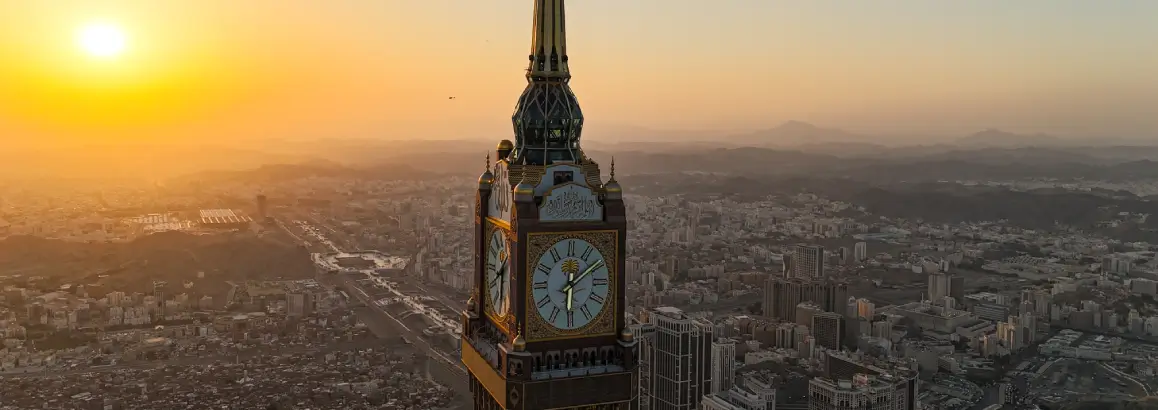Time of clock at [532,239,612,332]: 6:08
